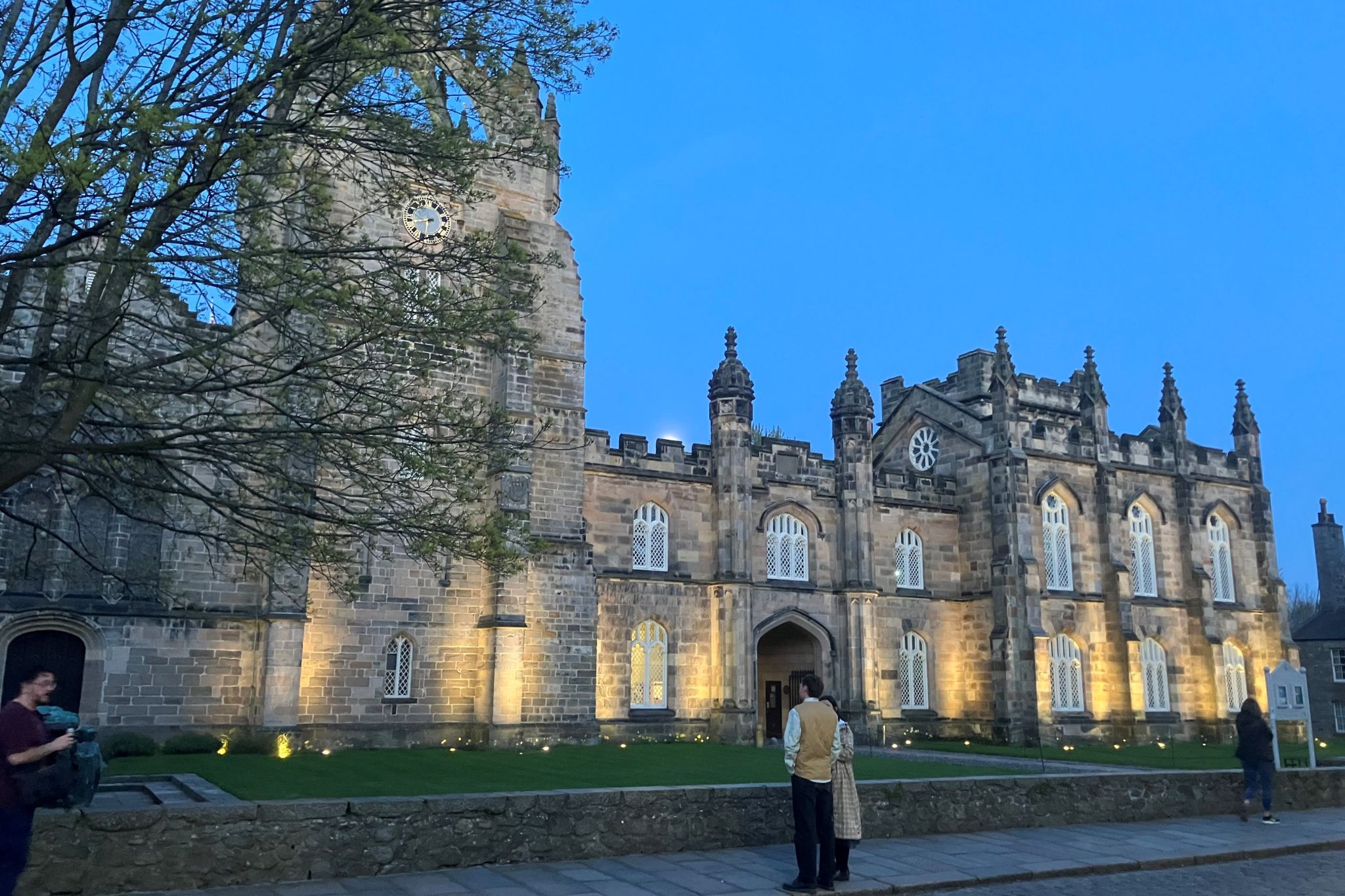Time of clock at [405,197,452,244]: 8:31
